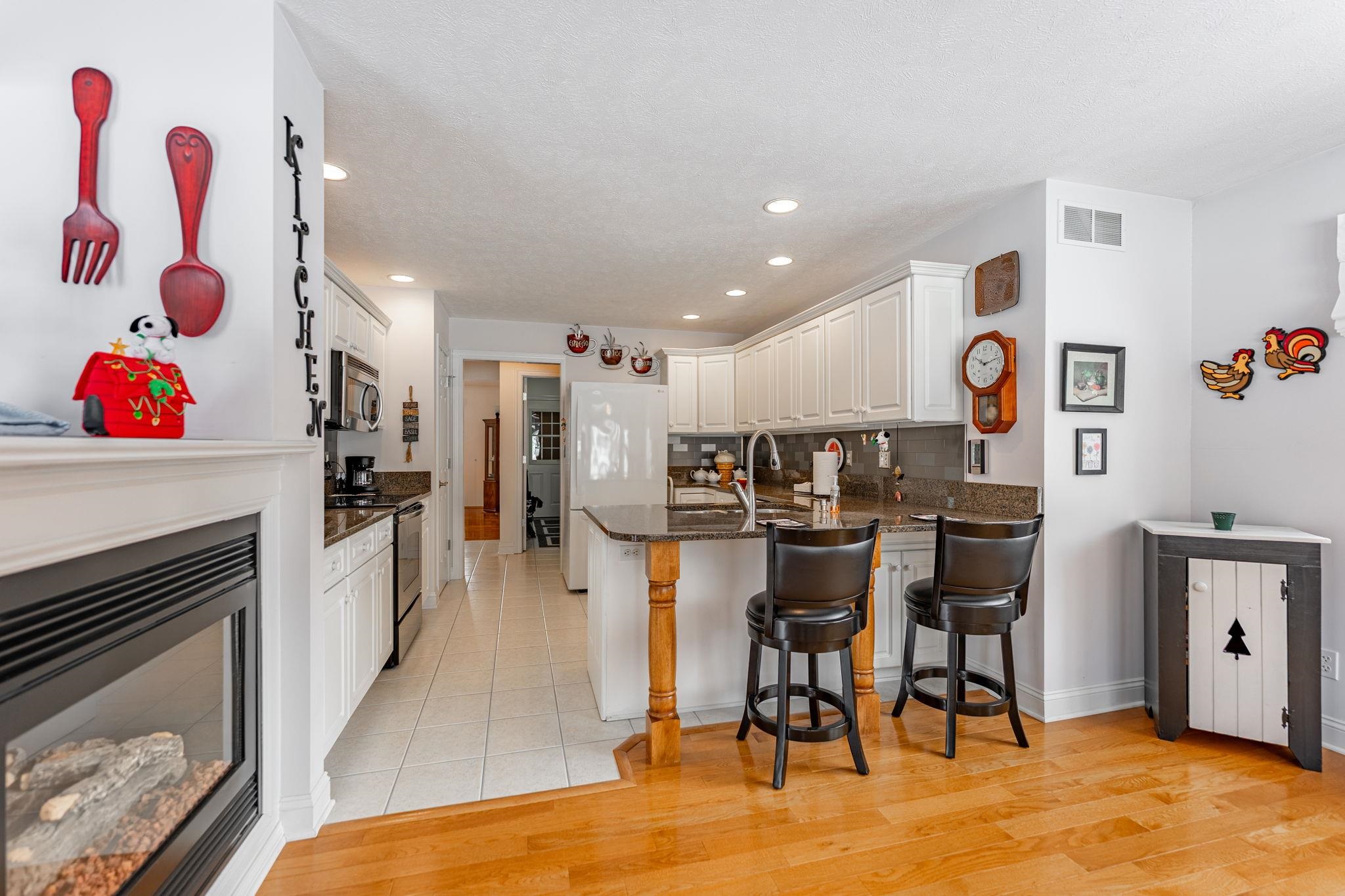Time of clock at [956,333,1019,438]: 10:12
